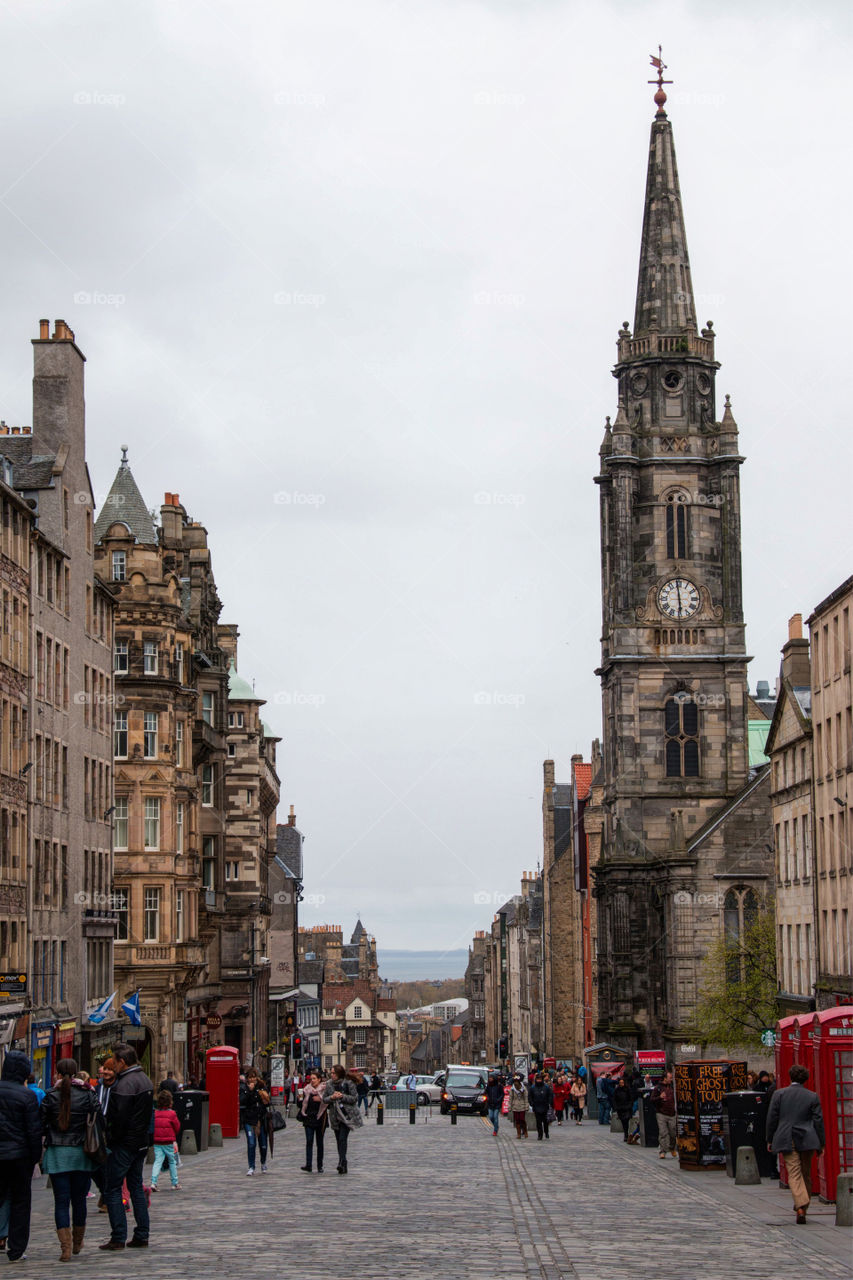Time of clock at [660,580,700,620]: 5:59
